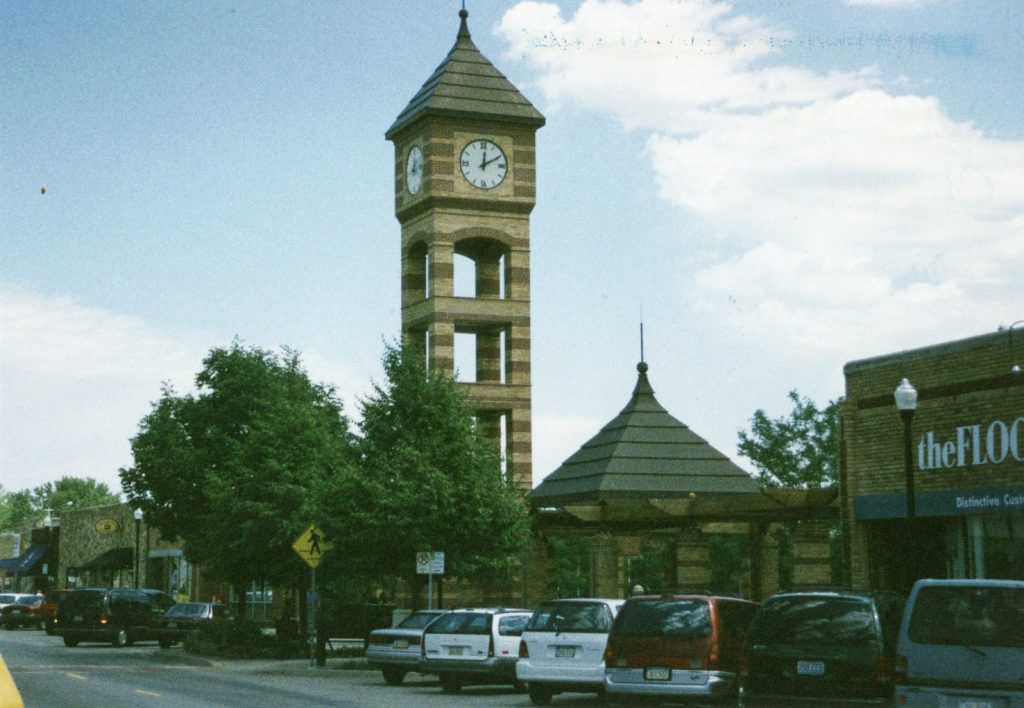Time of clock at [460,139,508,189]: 12:10
